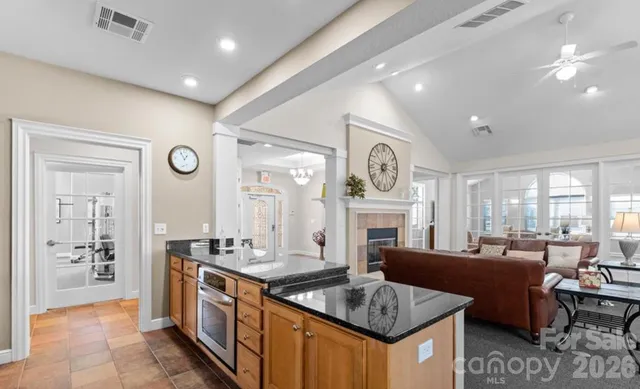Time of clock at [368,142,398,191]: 7:17
